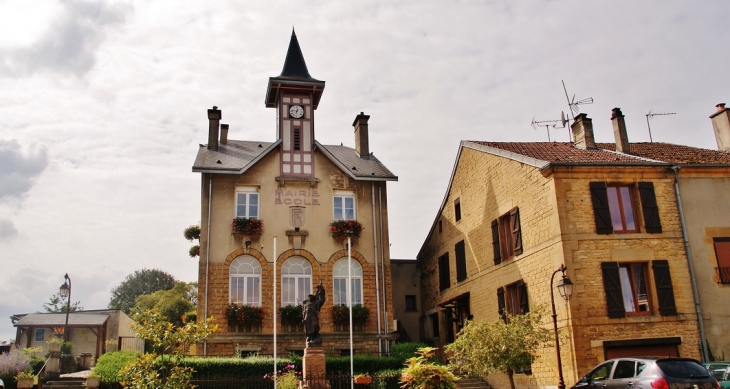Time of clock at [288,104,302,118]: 12:46
